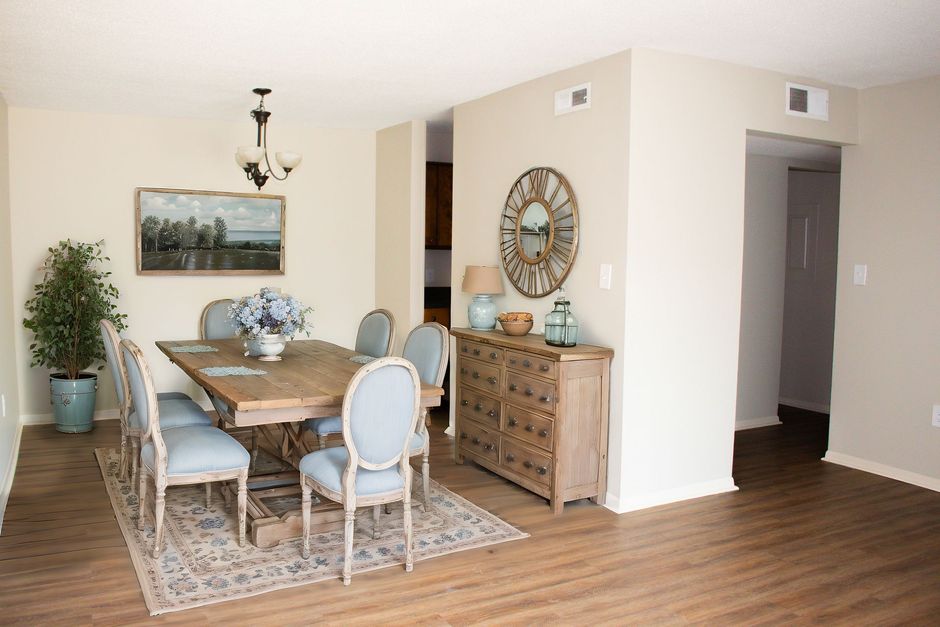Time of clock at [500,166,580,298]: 9:12
